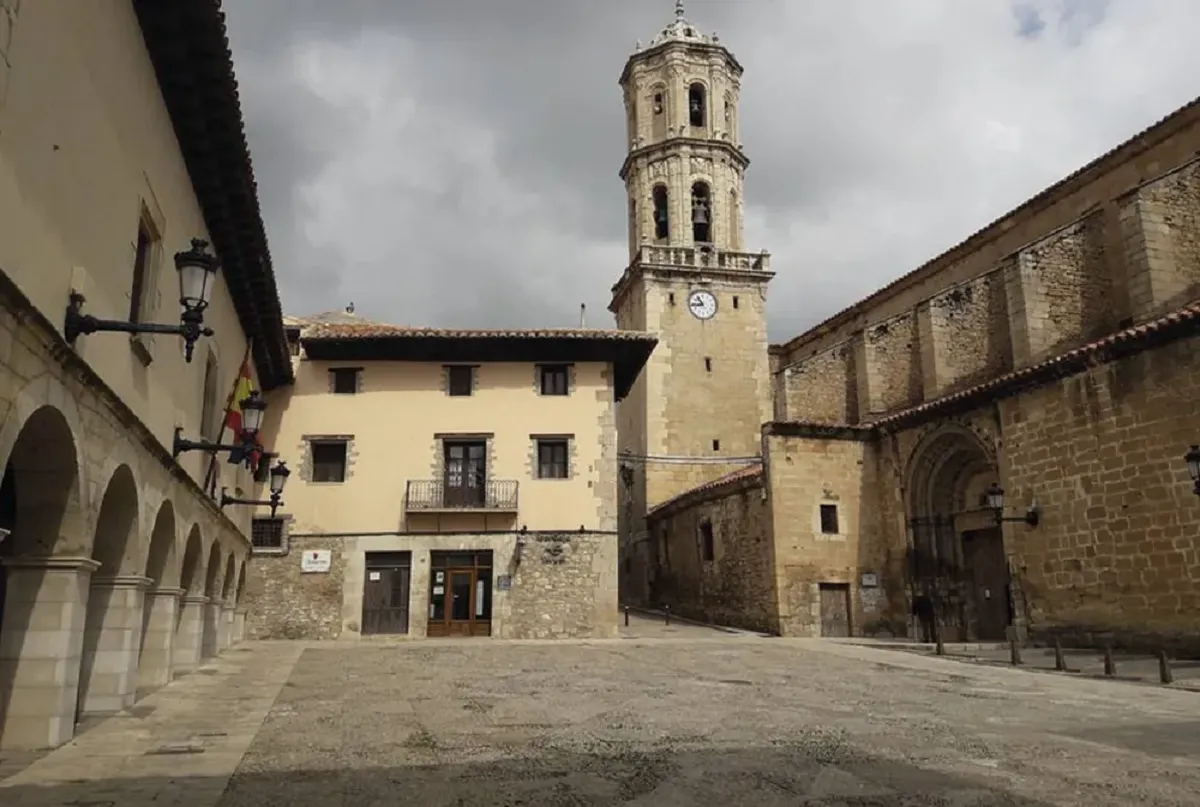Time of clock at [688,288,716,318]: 10:43
